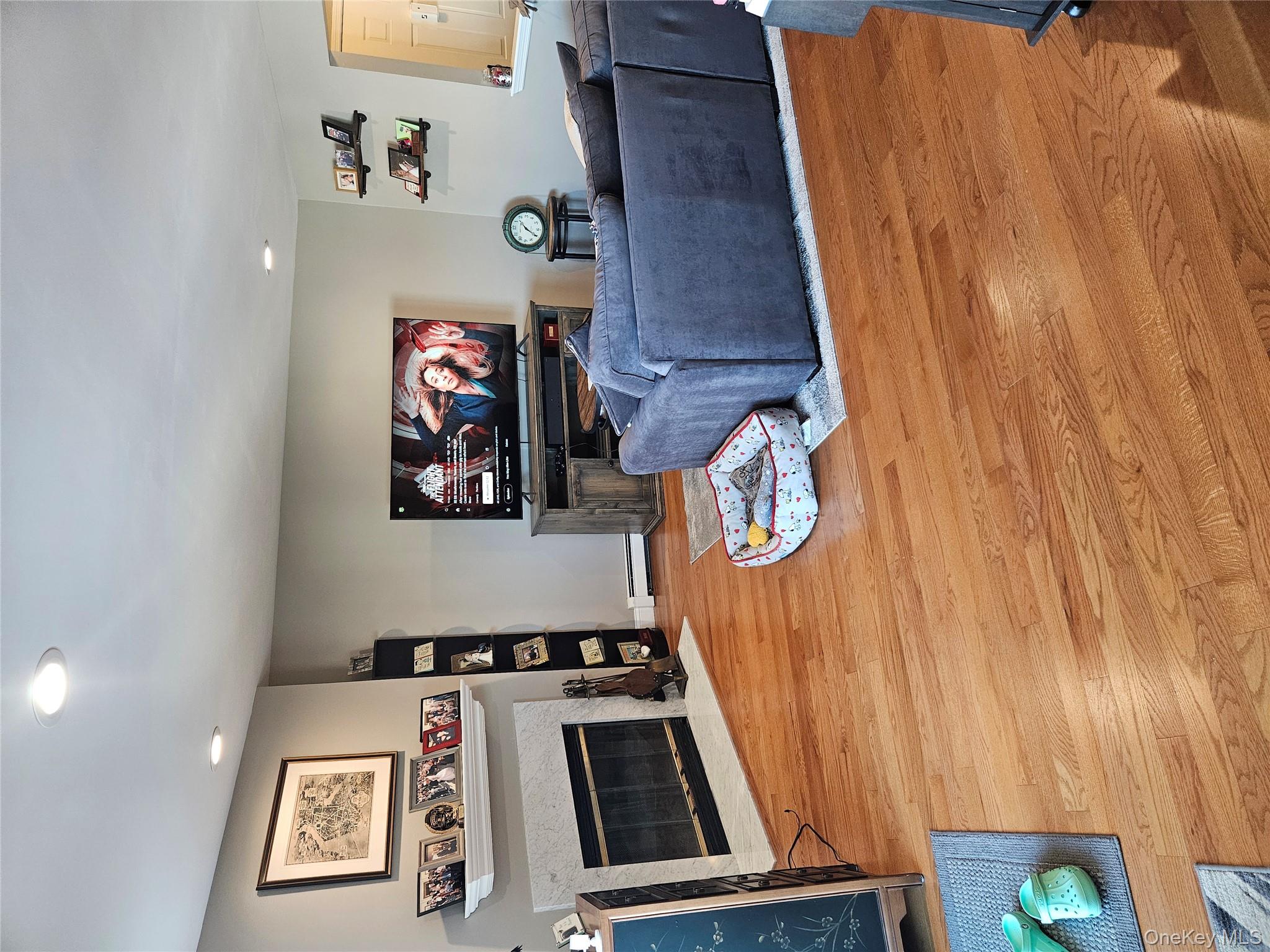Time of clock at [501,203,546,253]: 3:52
